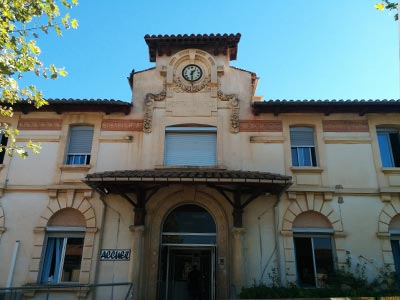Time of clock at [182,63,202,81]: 1:30
